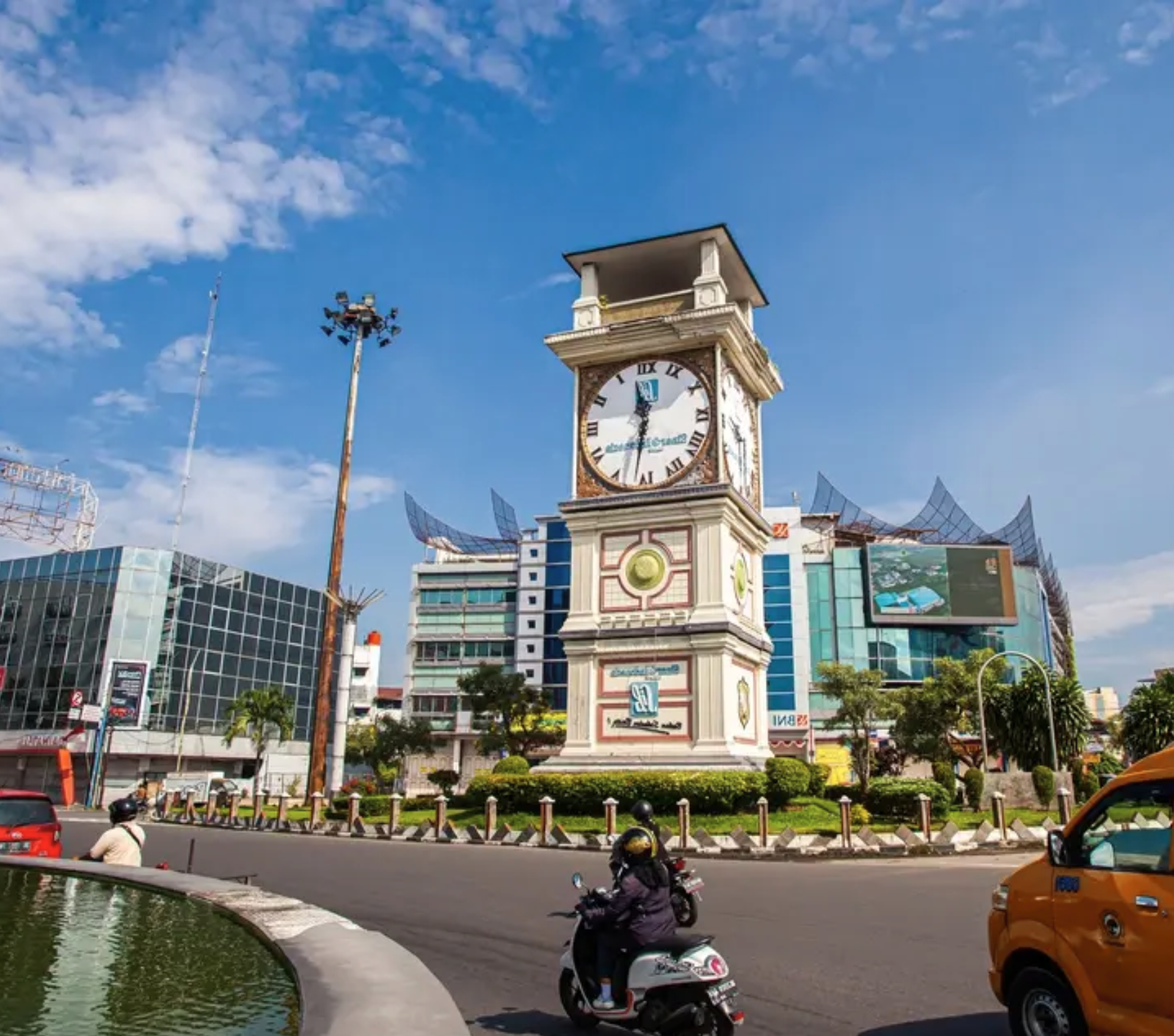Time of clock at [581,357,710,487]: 11:31
